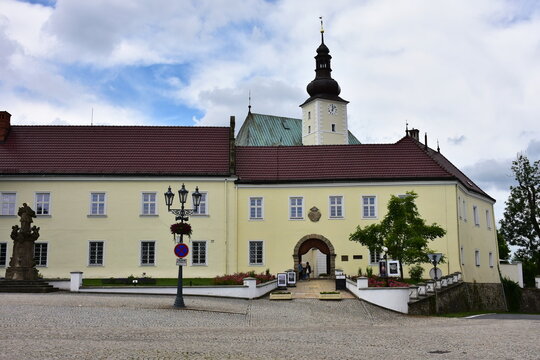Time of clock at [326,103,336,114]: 12:07
